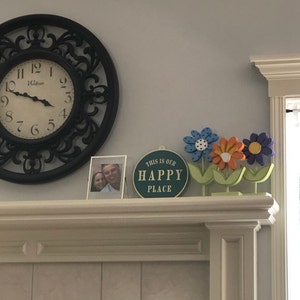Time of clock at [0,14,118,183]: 3:48
